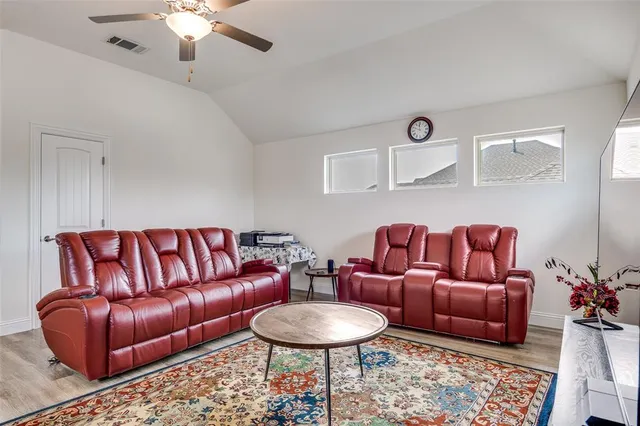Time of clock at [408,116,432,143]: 11:49
